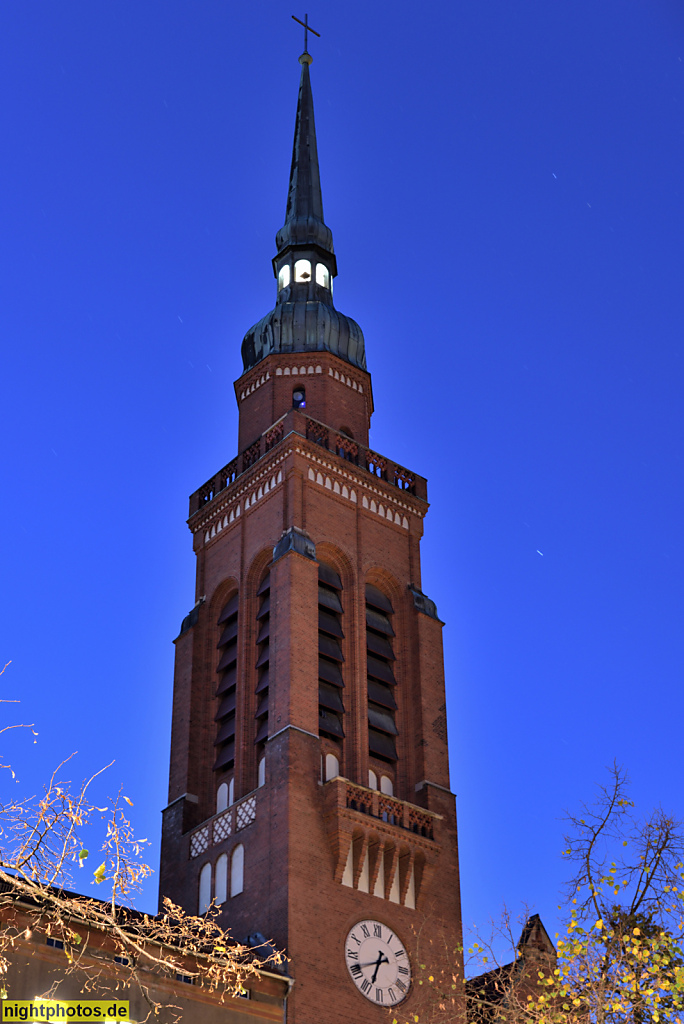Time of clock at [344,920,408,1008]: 6:40
